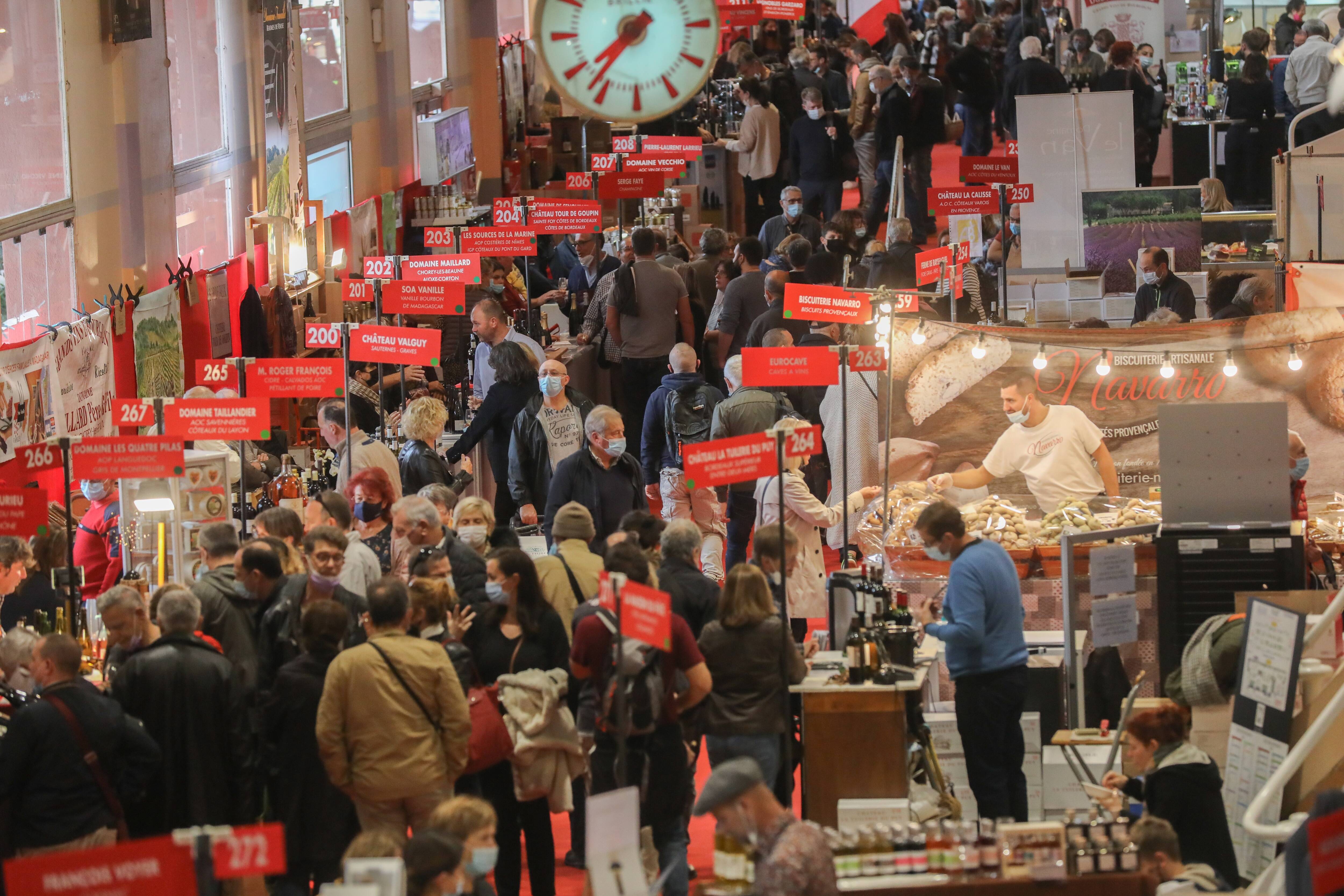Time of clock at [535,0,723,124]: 7:36
